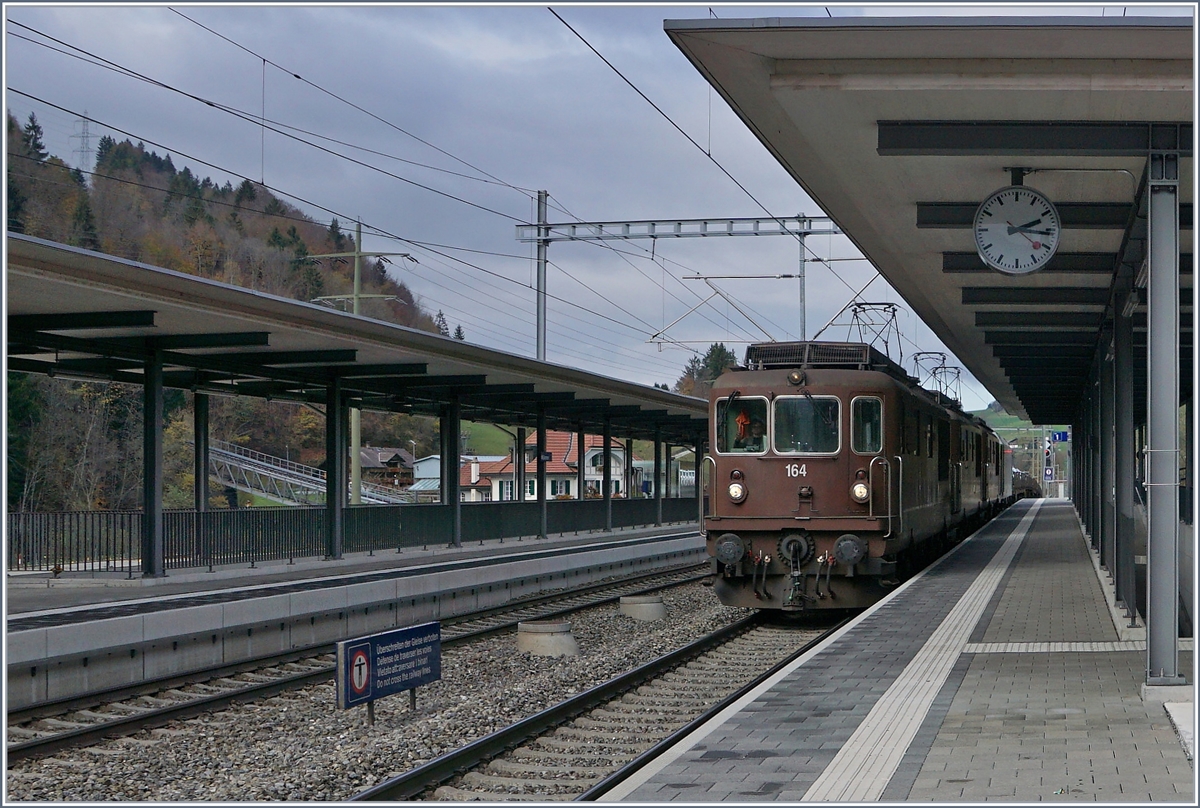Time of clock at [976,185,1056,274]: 2:16
